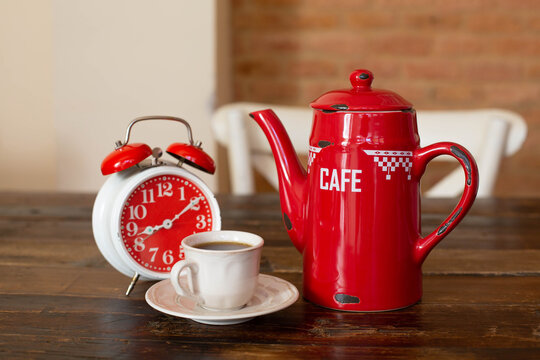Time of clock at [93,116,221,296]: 8:09
